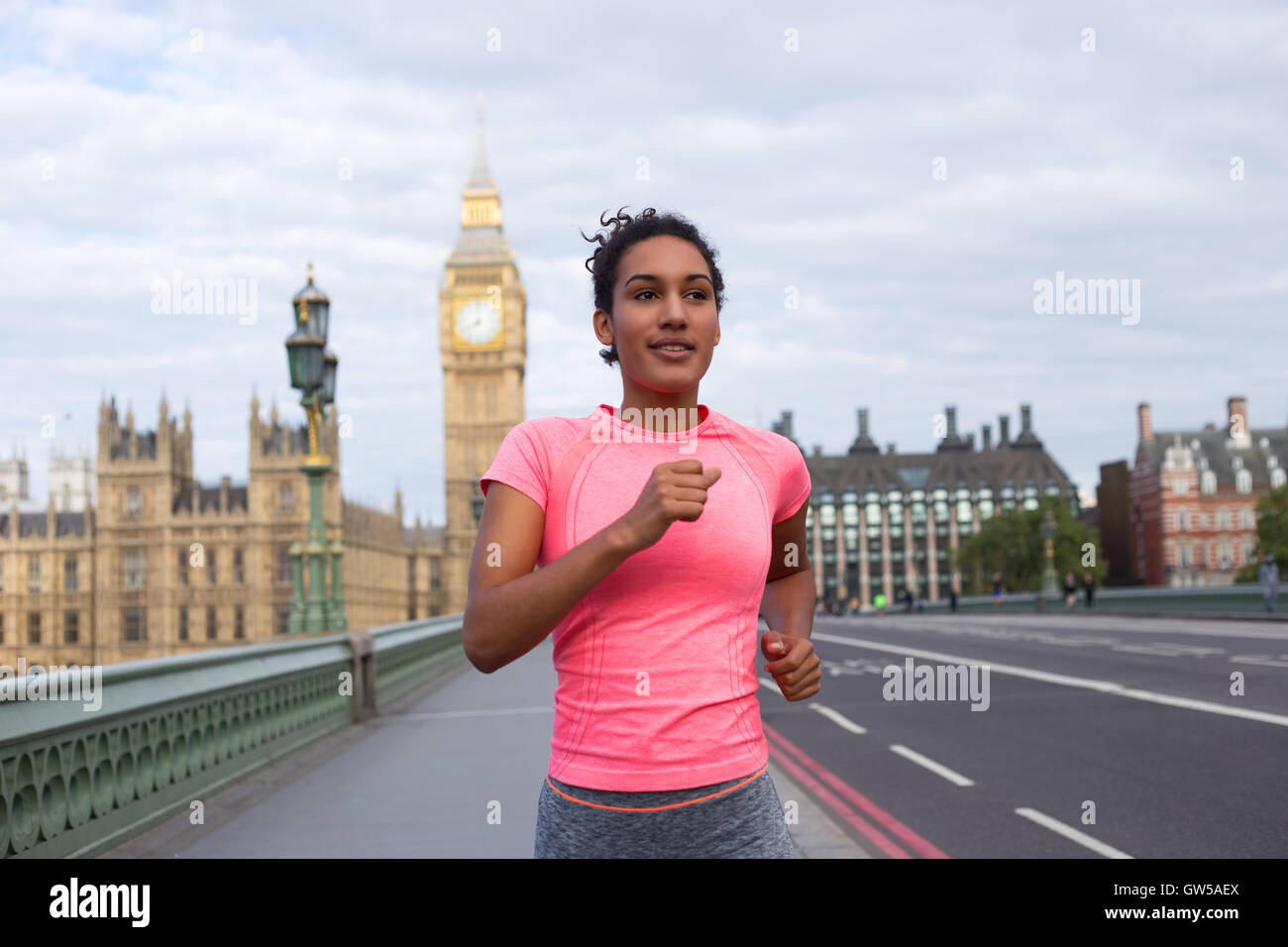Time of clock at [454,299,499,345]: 8:01
